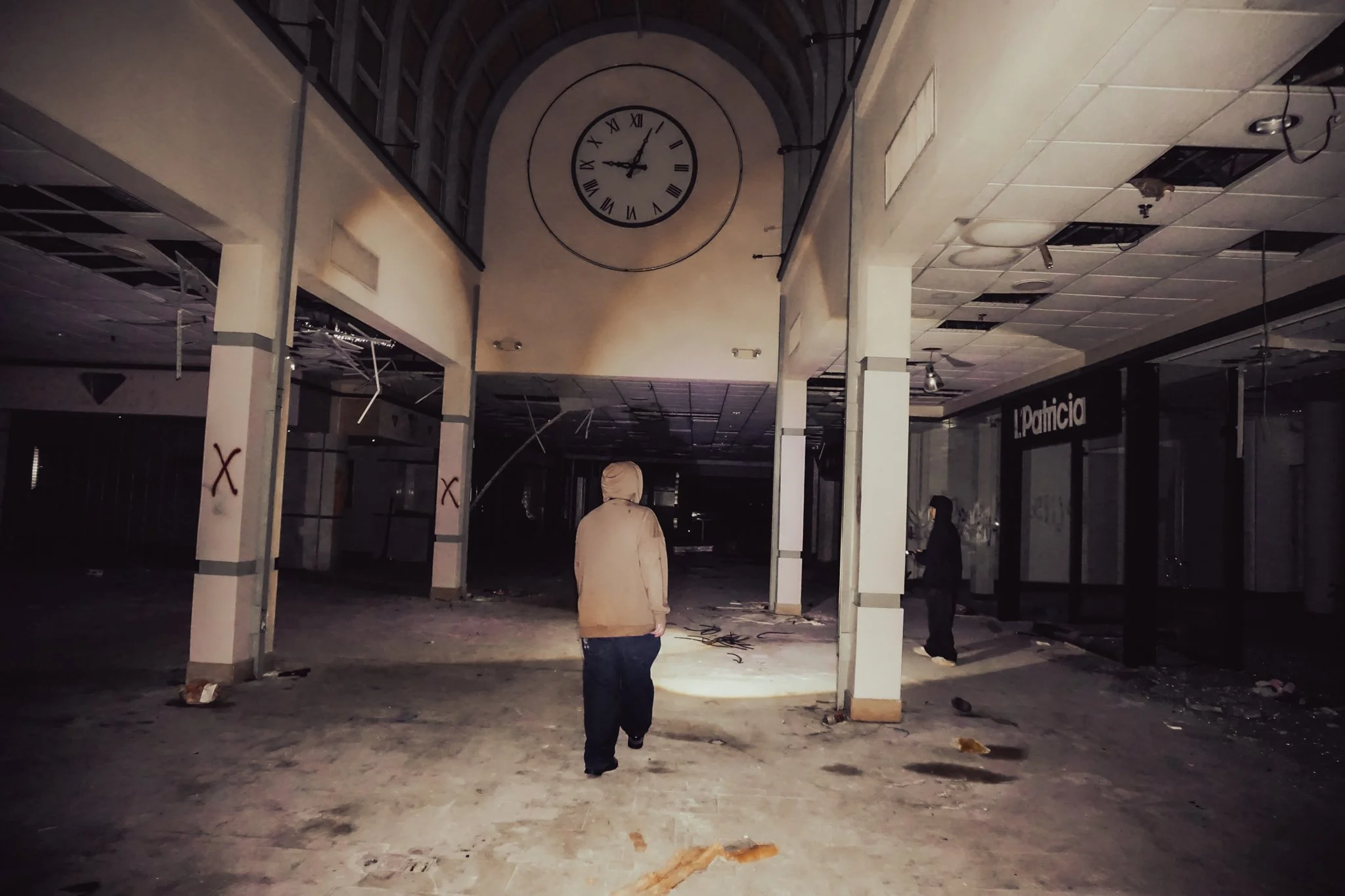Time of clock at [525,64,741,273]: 9:03
